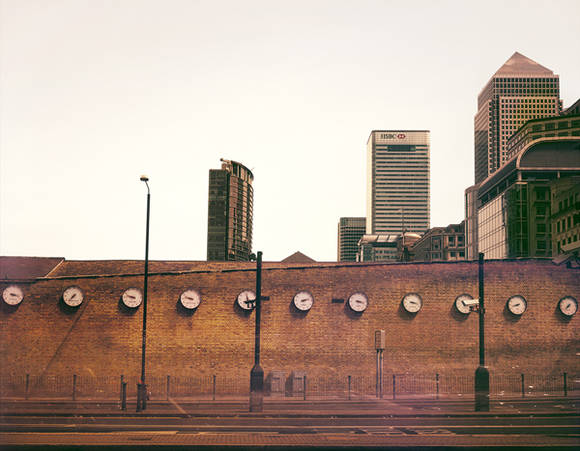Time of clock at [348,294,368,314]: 3:17
